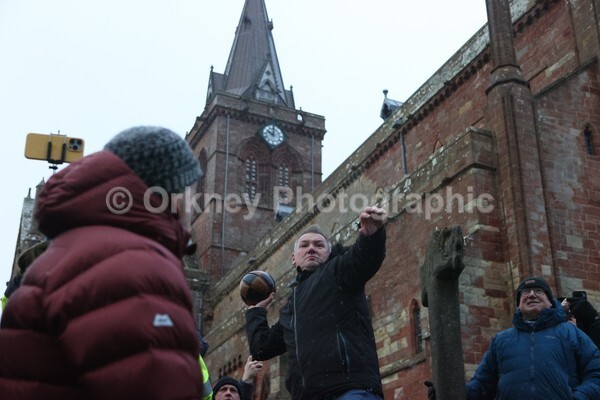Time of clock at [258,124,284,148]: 10:00
